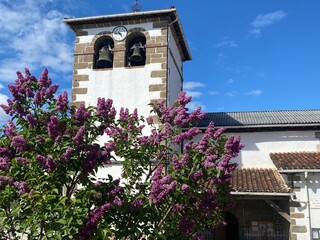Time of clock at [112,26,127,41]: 4:46
